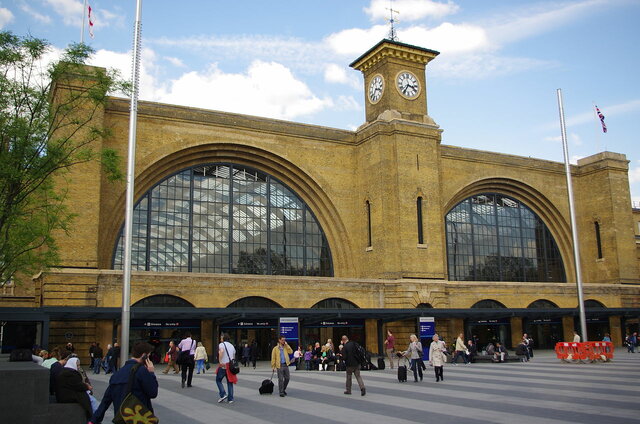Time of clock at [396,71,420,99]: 3:35
